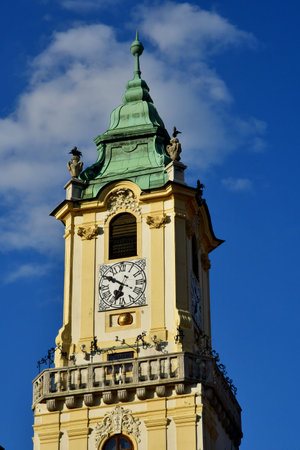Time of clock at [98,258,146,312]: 6:50
